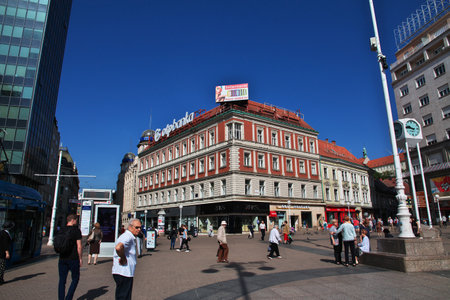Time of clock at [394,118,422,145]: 9:45
